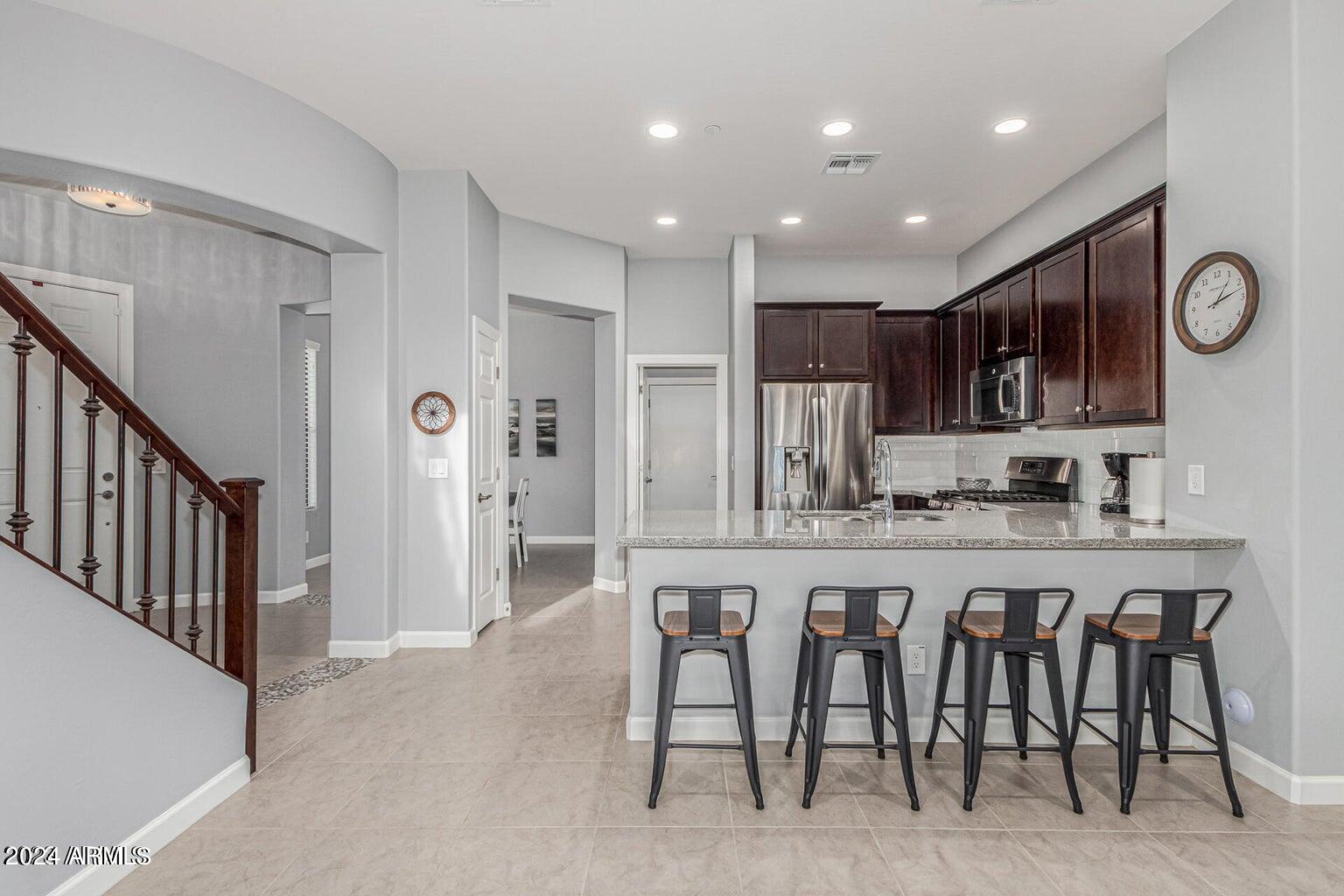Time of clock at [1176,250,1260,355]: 1:12
